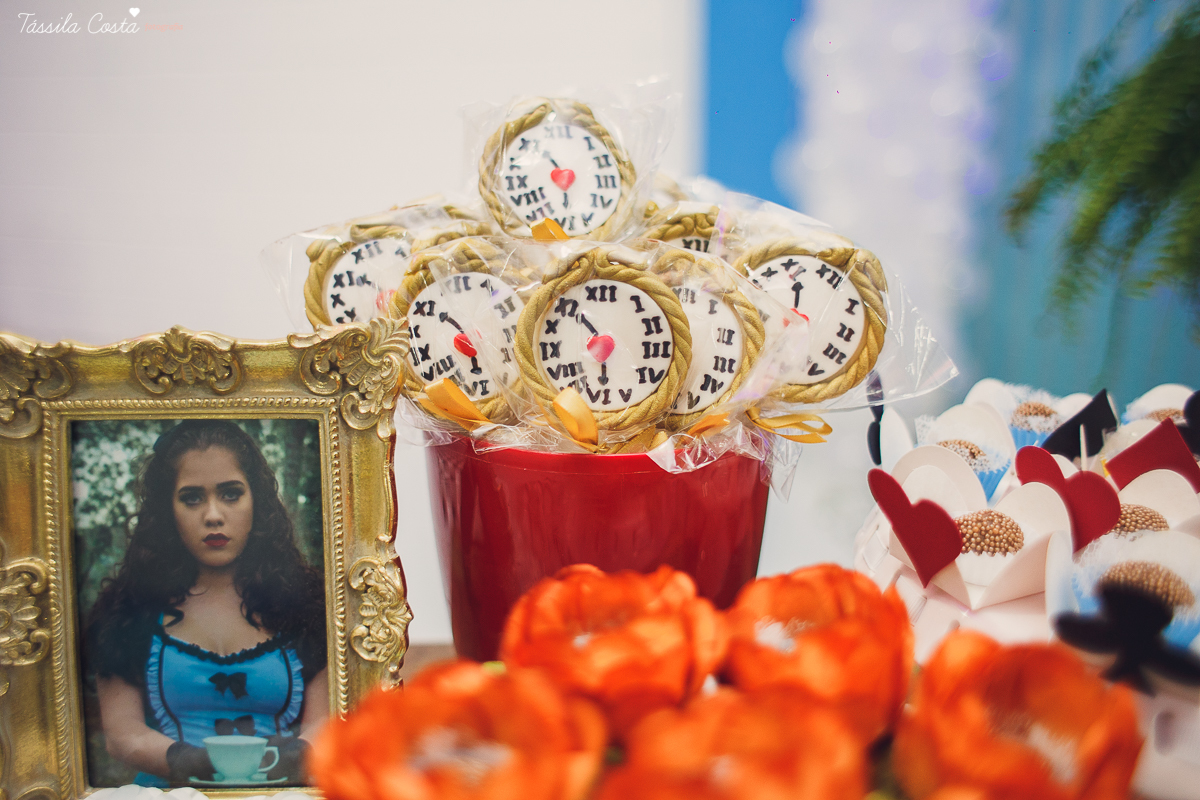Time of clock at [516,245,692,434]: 5:54
